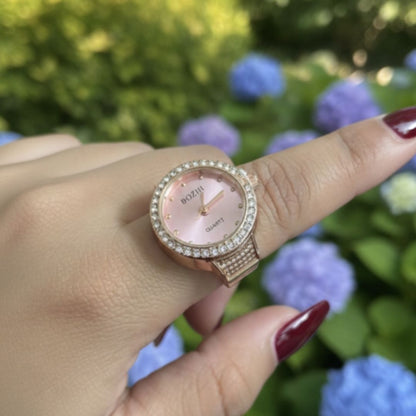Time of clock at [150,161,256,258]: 12:08
